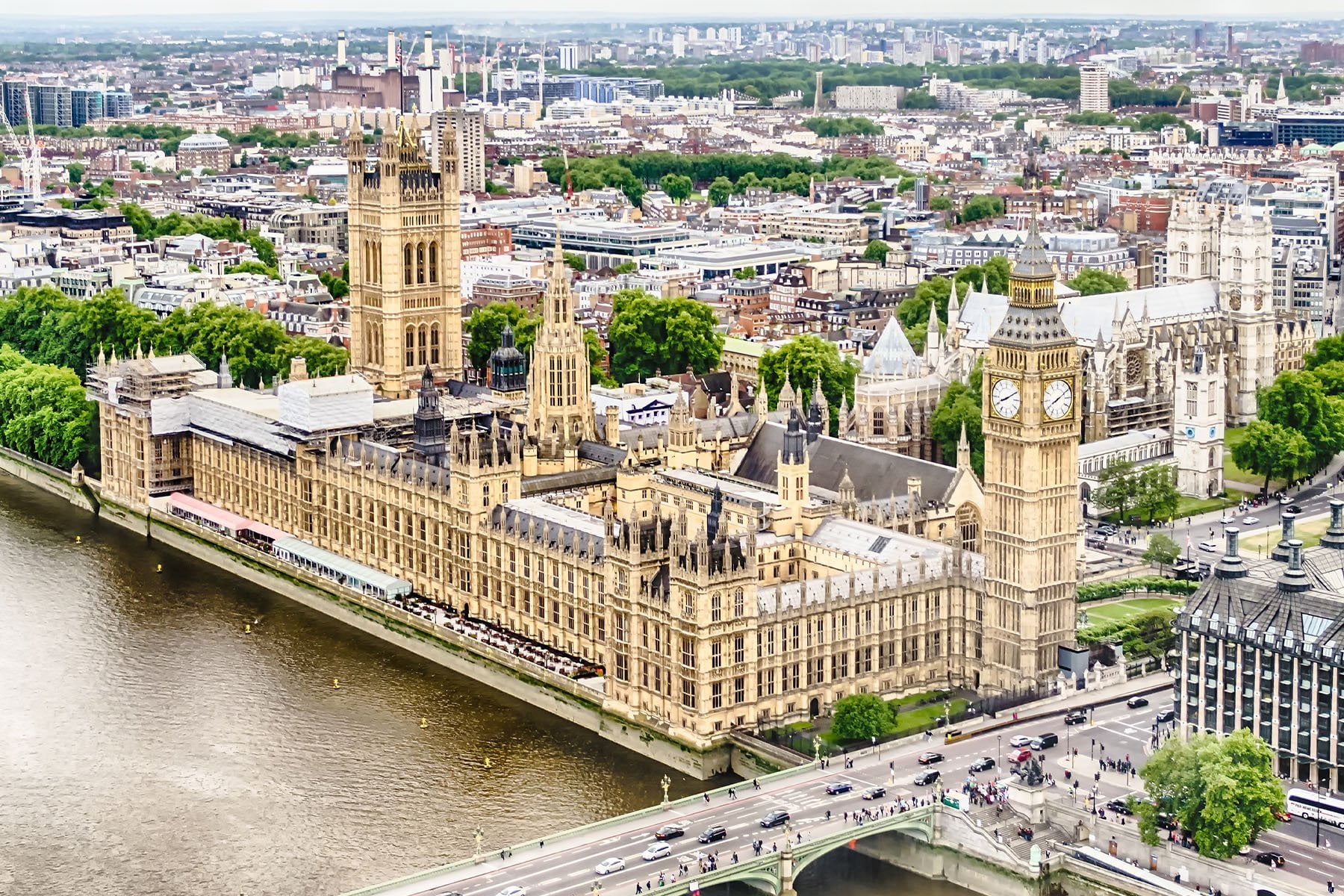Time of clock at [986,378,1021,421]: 8:10
